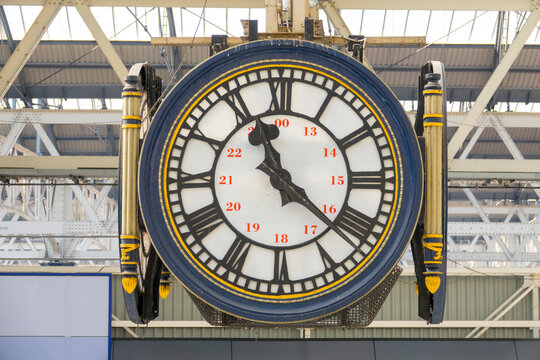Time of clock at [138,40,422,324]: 11:21
